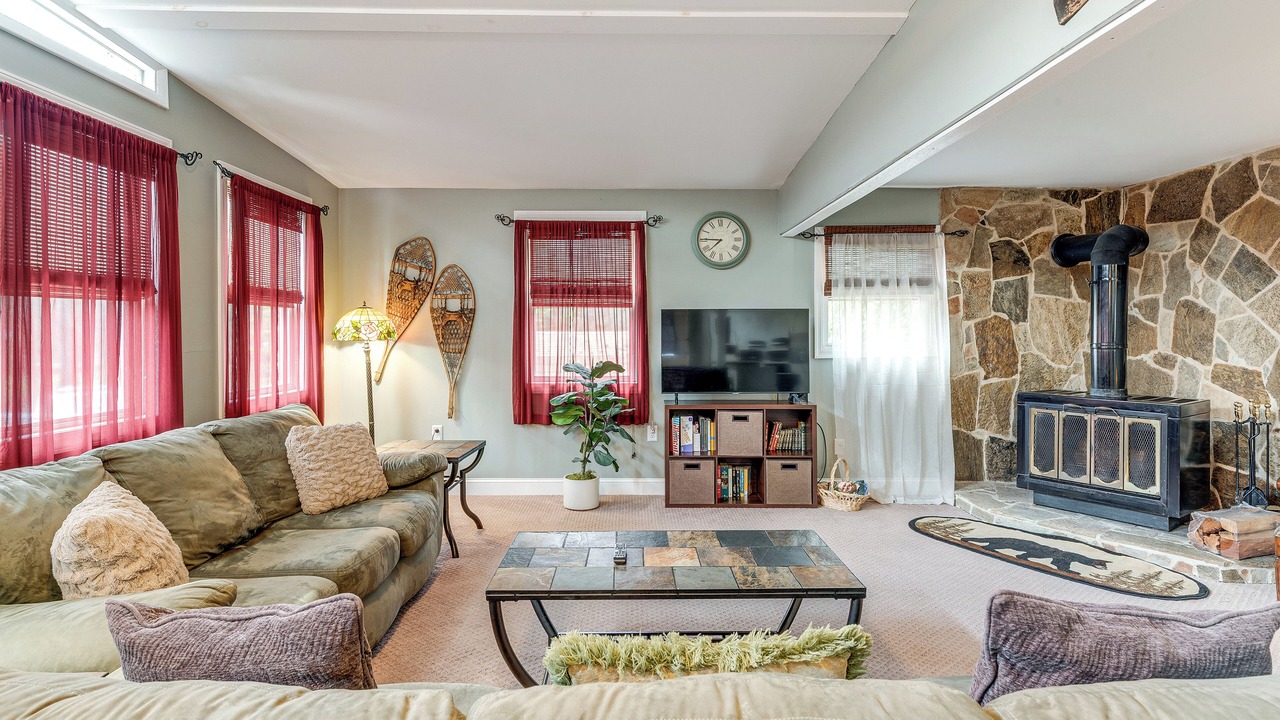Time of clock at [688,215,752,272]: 7:45
